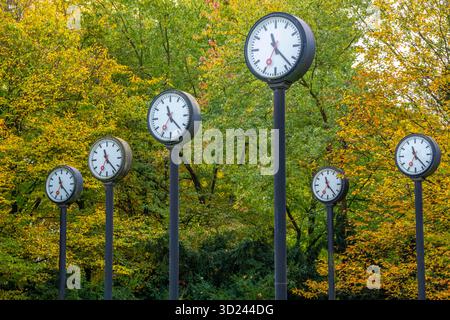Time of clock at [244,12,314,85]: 11:22
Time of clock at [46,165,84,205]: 11:23
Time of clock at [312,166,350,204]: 11:23
